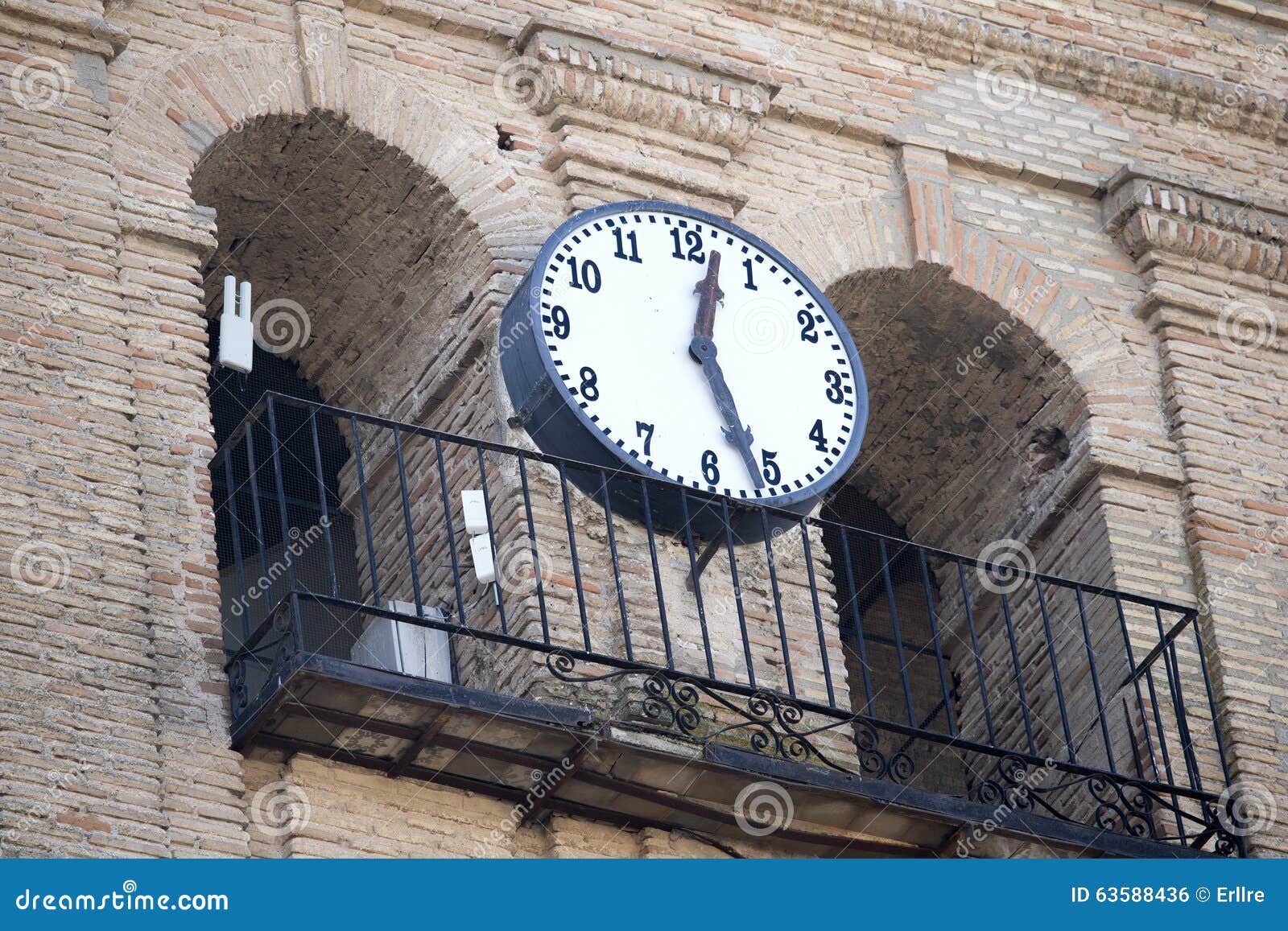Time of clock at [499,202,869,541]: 12:26
